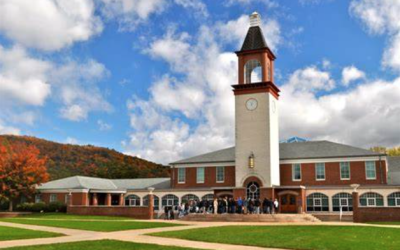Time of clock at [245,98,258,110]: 5:03
